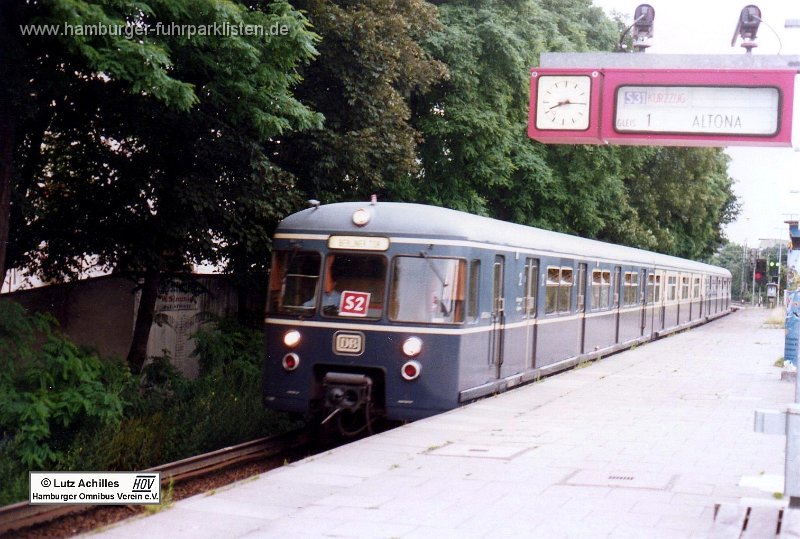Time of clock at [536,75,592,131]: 8:14
